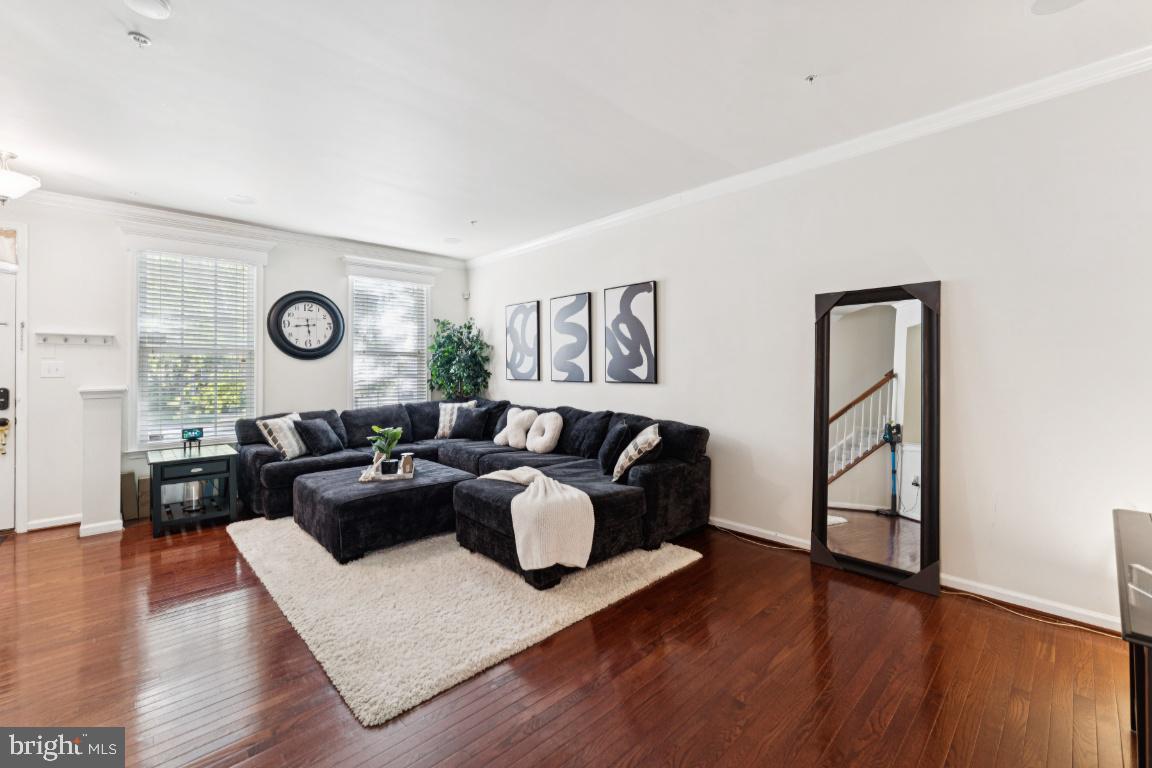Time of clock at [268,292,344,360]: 5:43
